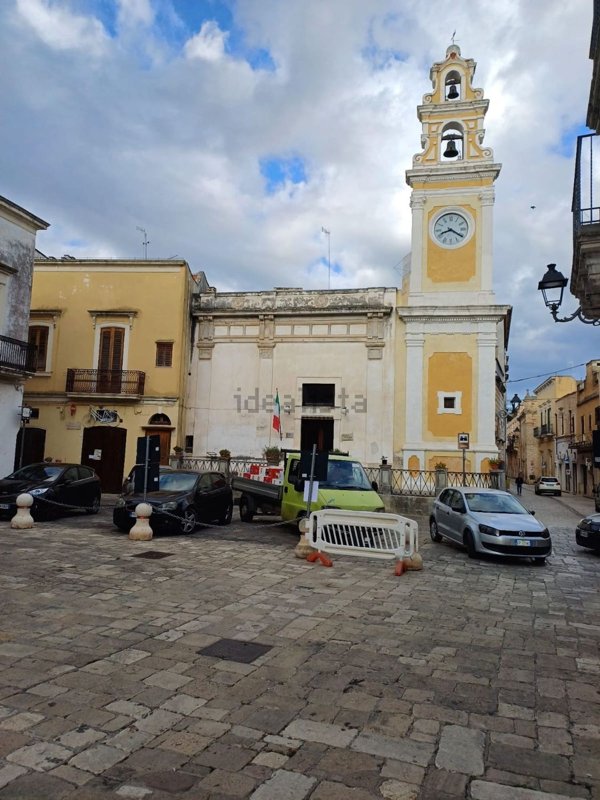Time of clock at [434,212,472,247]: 8:20
